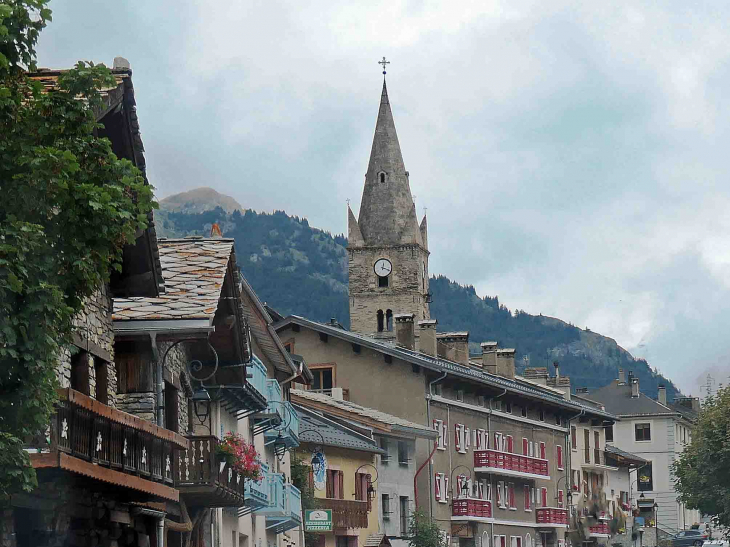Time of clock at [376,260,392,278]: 12:18
